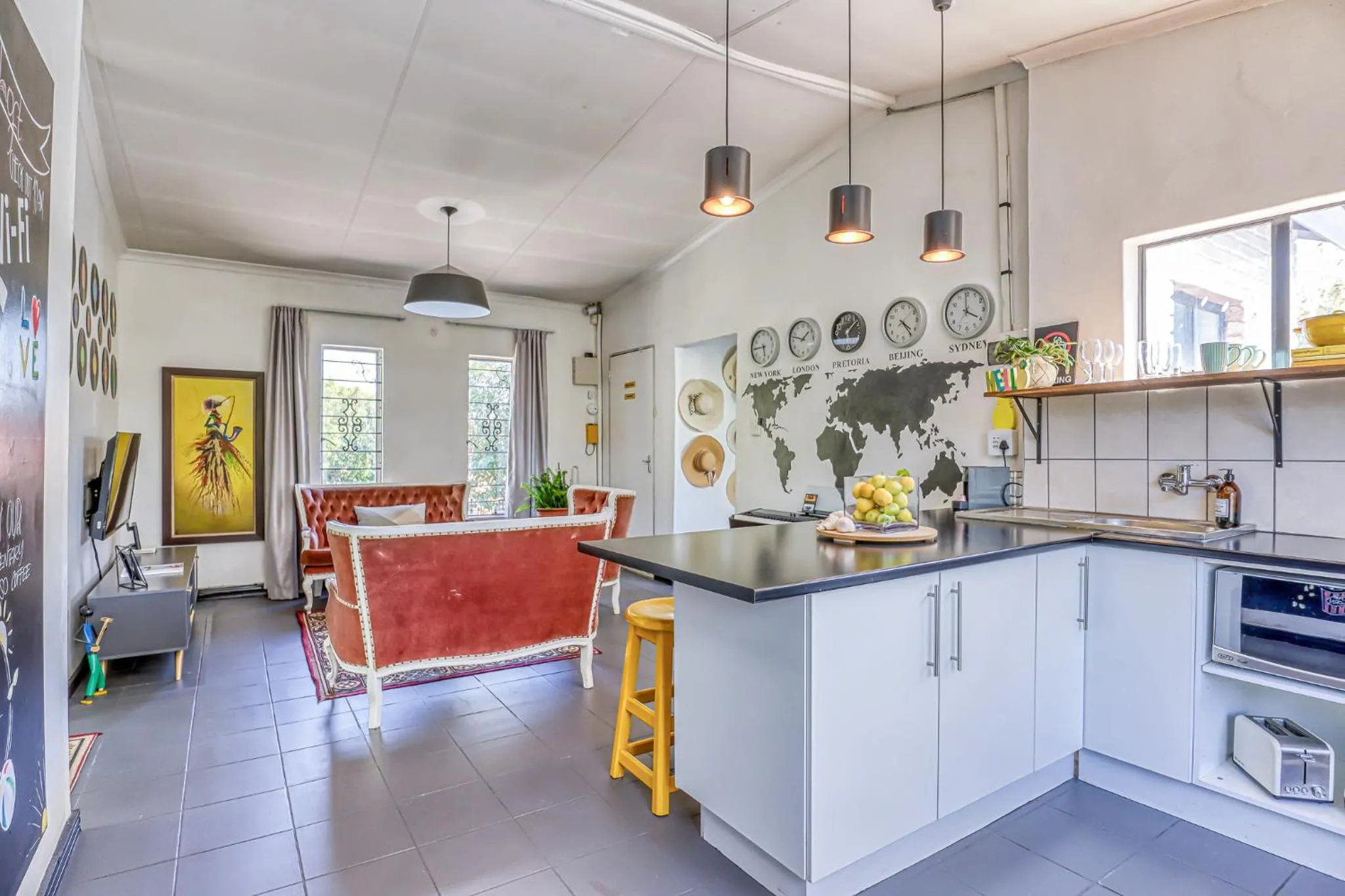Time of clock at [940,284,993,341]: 3:59
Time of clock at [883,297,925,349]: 4:23
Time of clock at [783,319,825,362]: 1:47
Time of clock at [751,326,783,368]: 5:44
